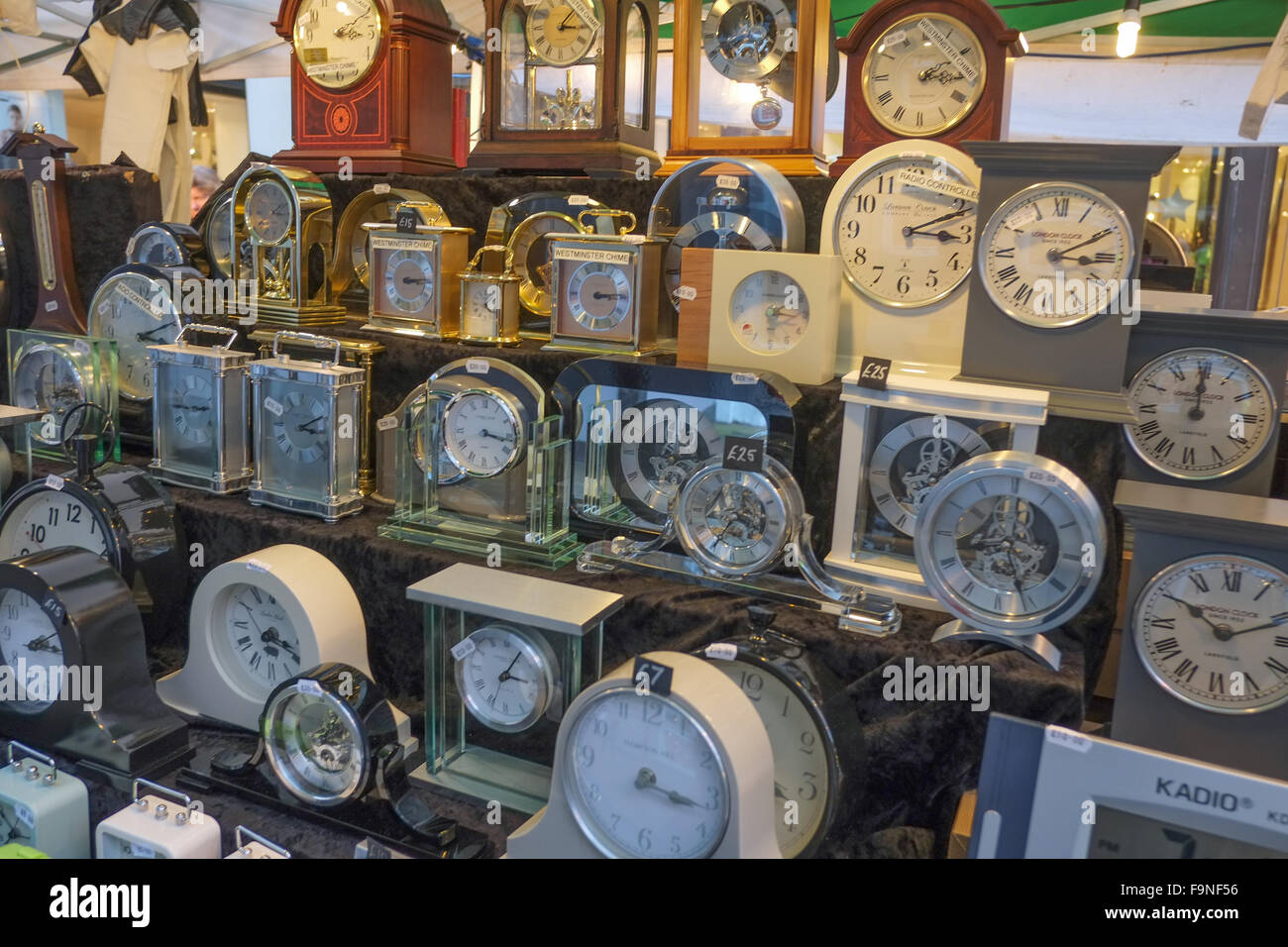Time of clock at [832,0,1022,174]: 3:10
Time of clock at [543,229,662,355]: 3:14
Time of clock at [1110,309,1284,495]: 12:00
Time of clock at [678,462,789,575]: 3:35
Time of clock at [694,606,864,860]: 3:16
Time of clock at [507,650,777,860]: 3:16
